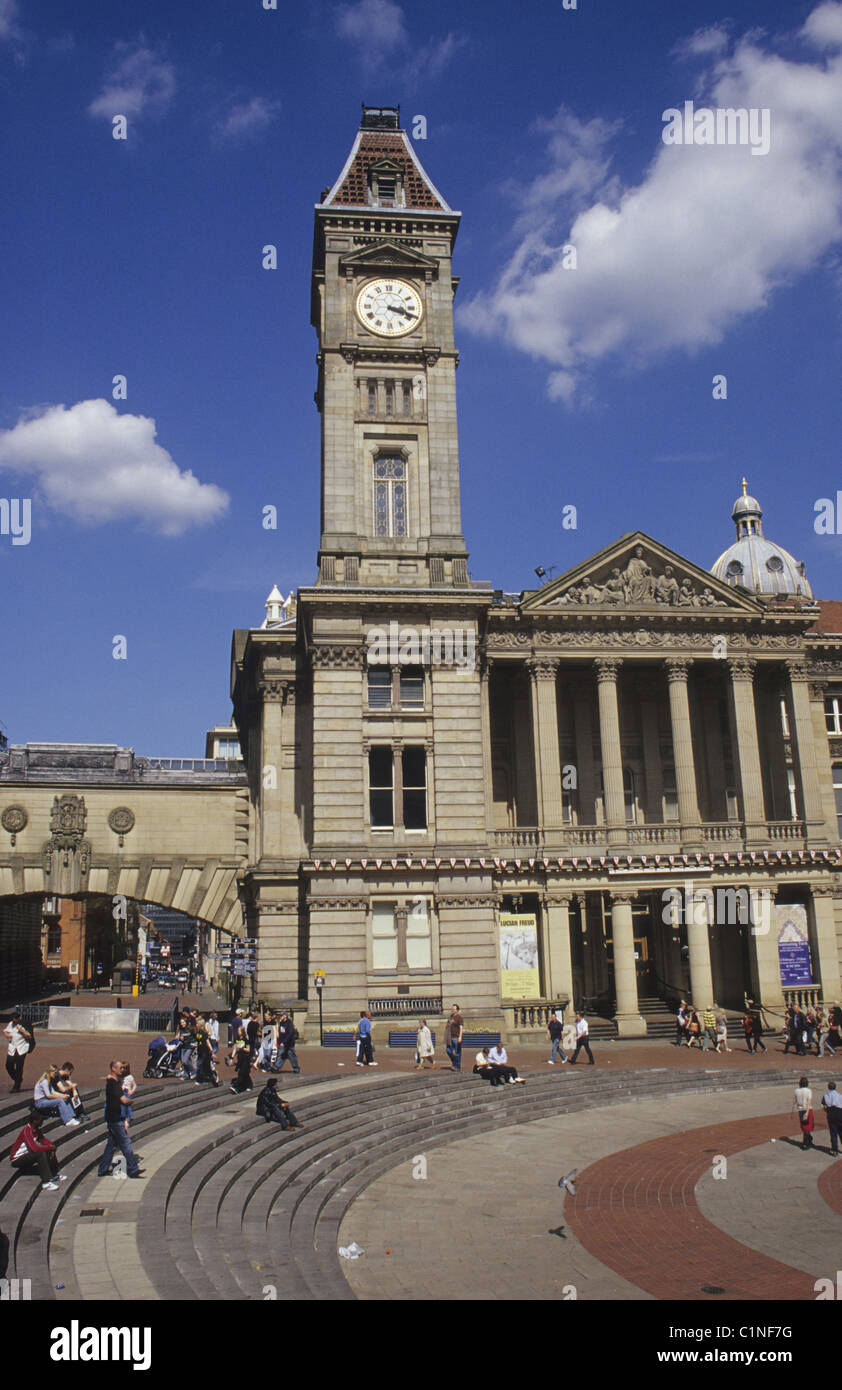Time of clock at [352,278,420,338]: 3:18
